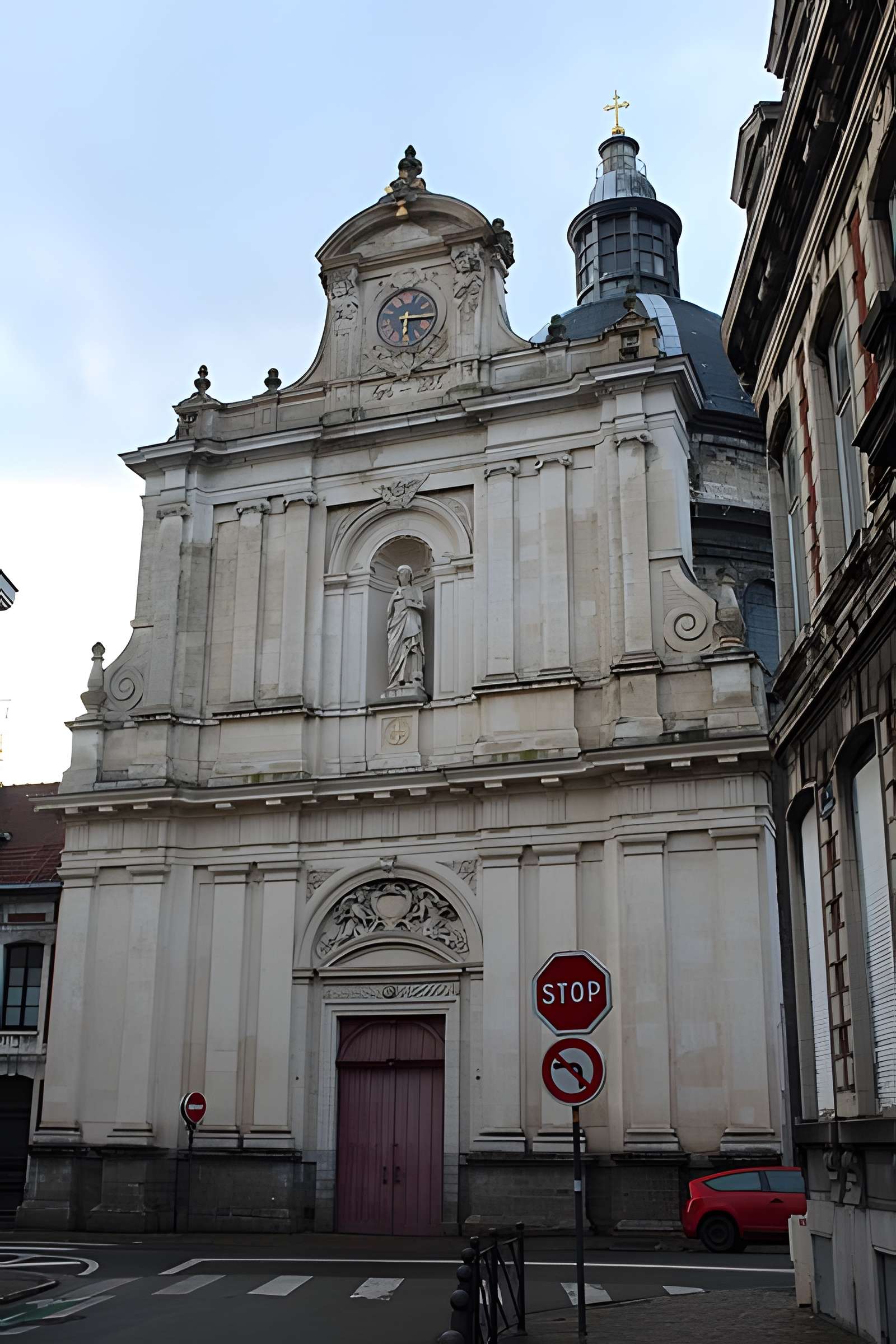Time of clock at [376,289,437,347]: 6:15
